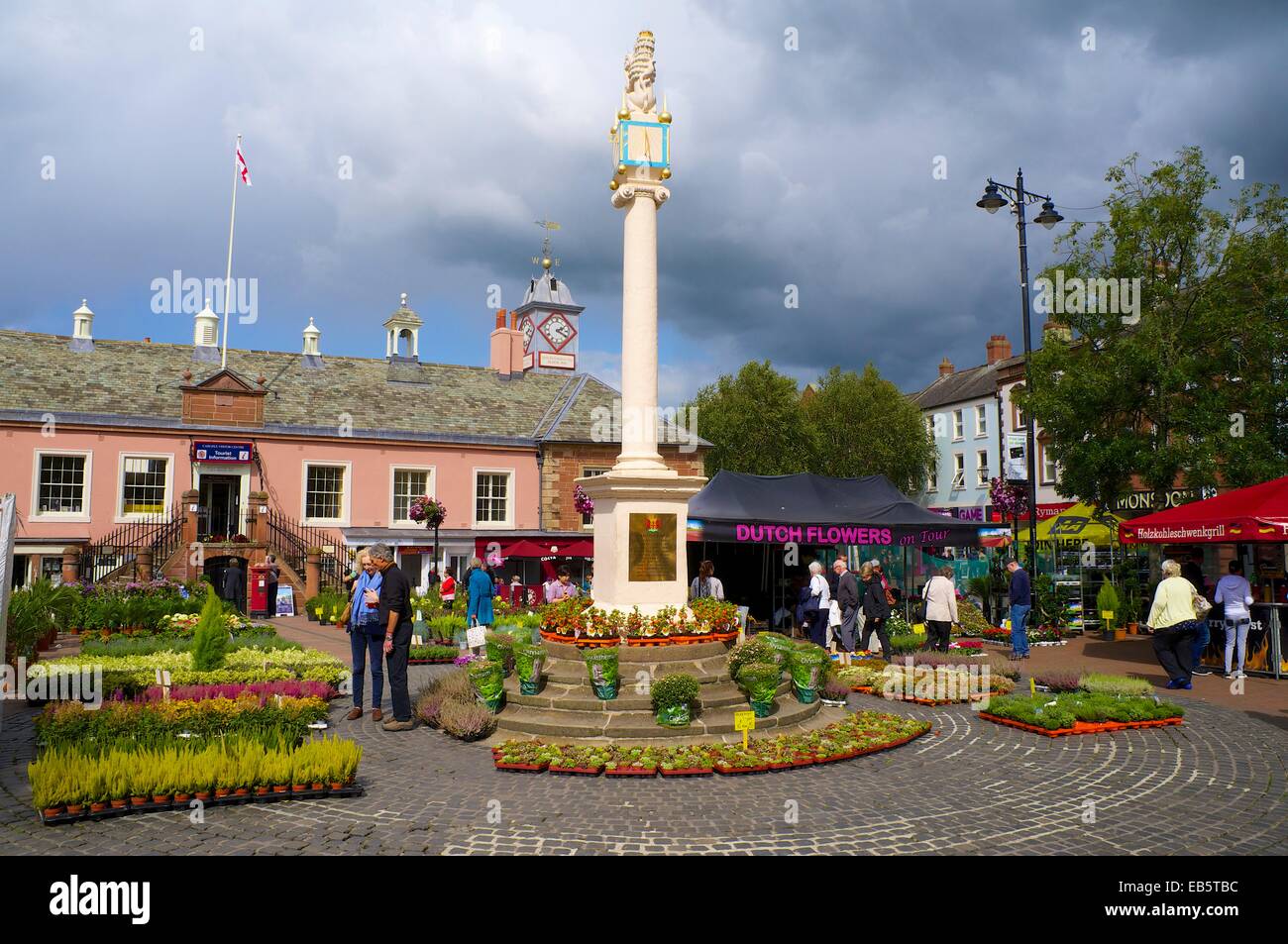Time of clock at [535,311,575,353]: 2:19
